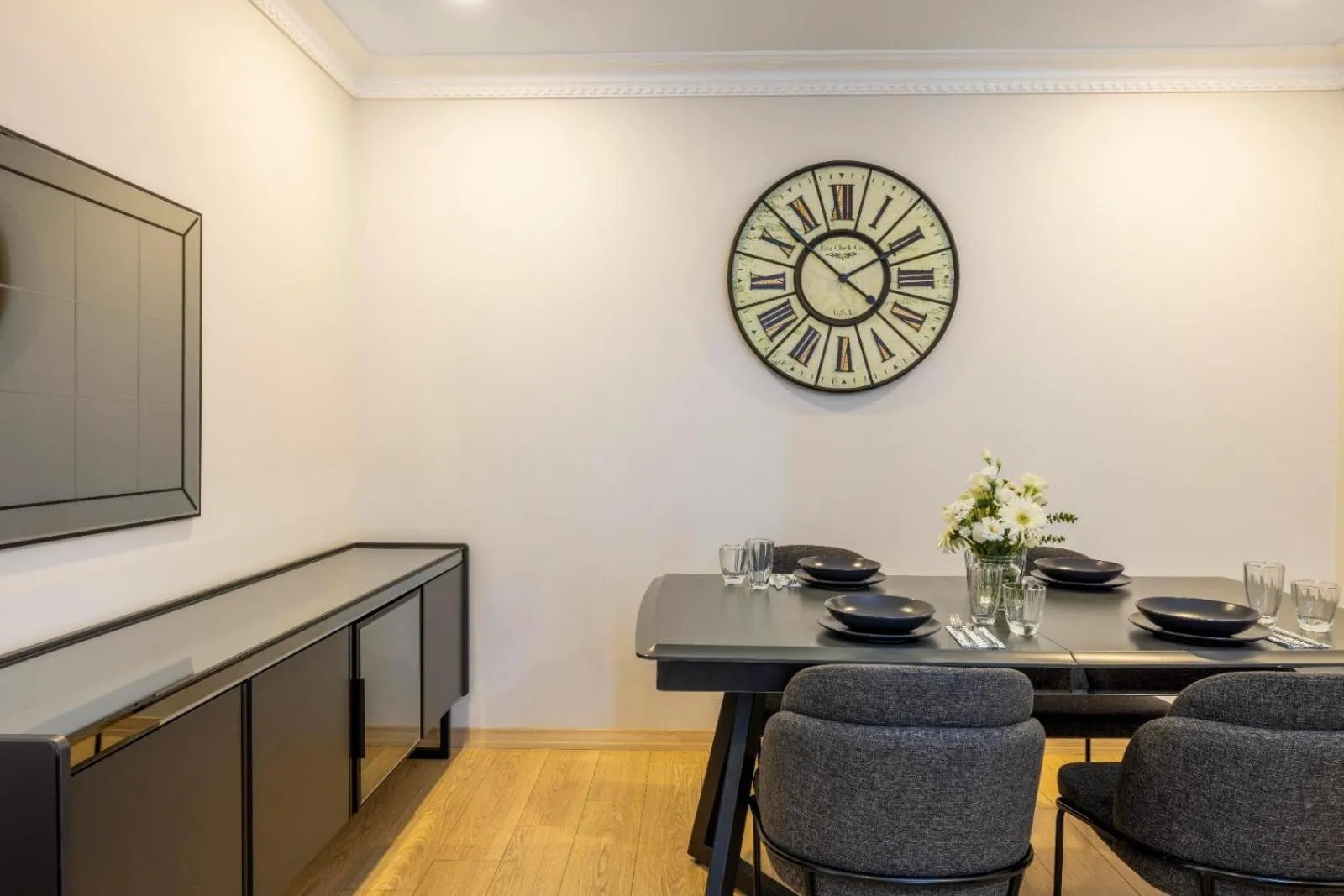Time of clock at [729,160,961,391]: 4:10
